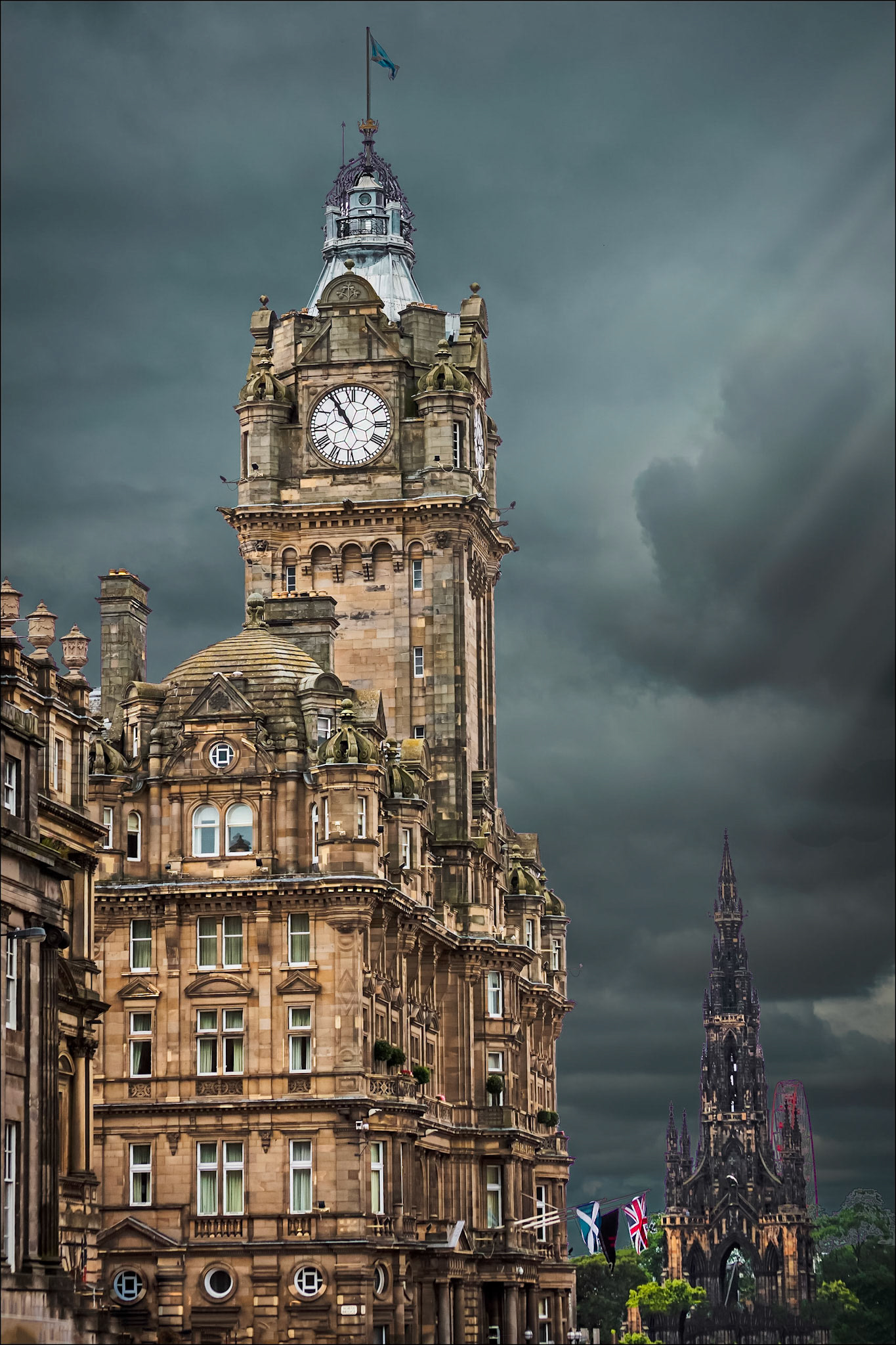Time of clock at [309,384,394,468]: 10:54
